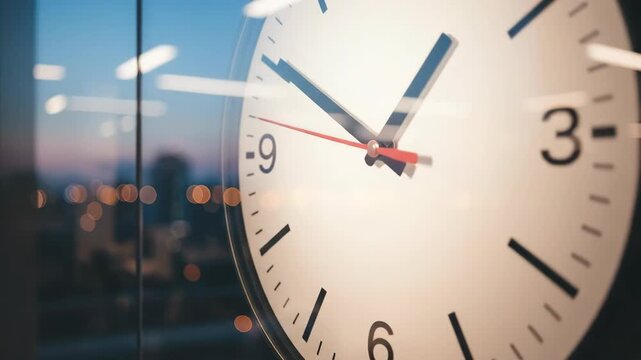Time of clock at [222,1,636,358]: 12:50
